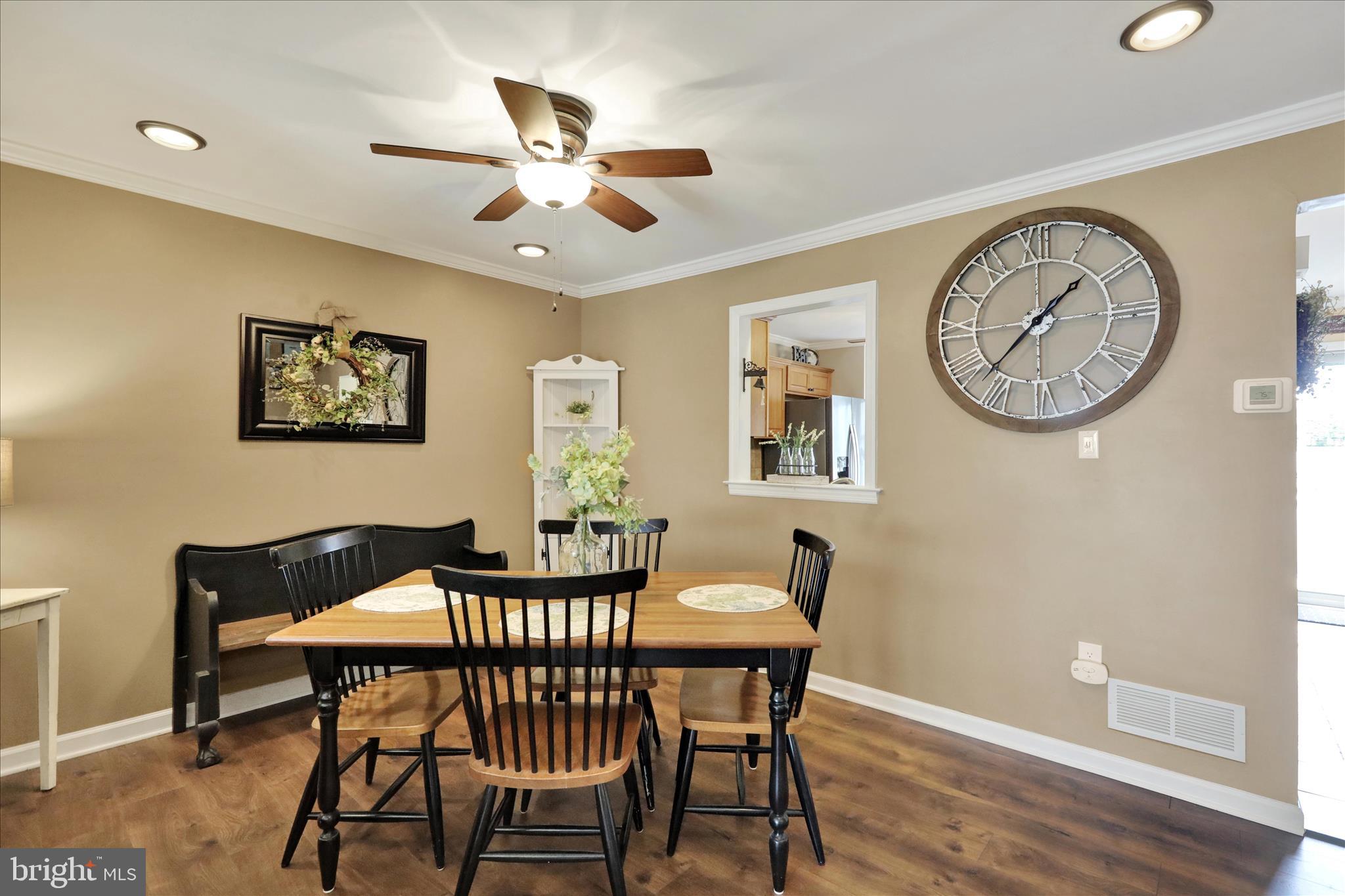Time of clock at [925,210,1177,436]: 1:37
